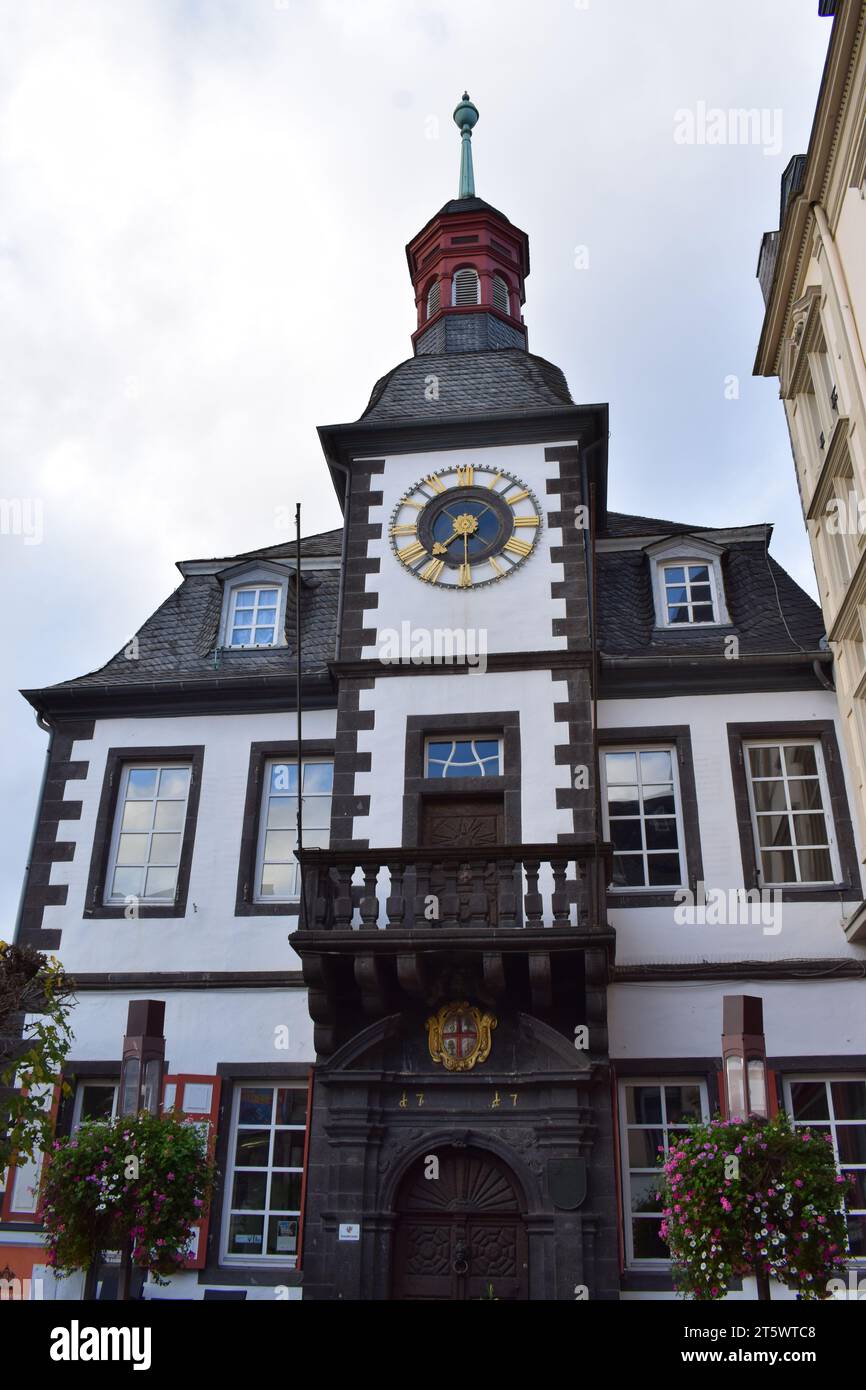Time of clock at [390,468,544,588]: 7:37
